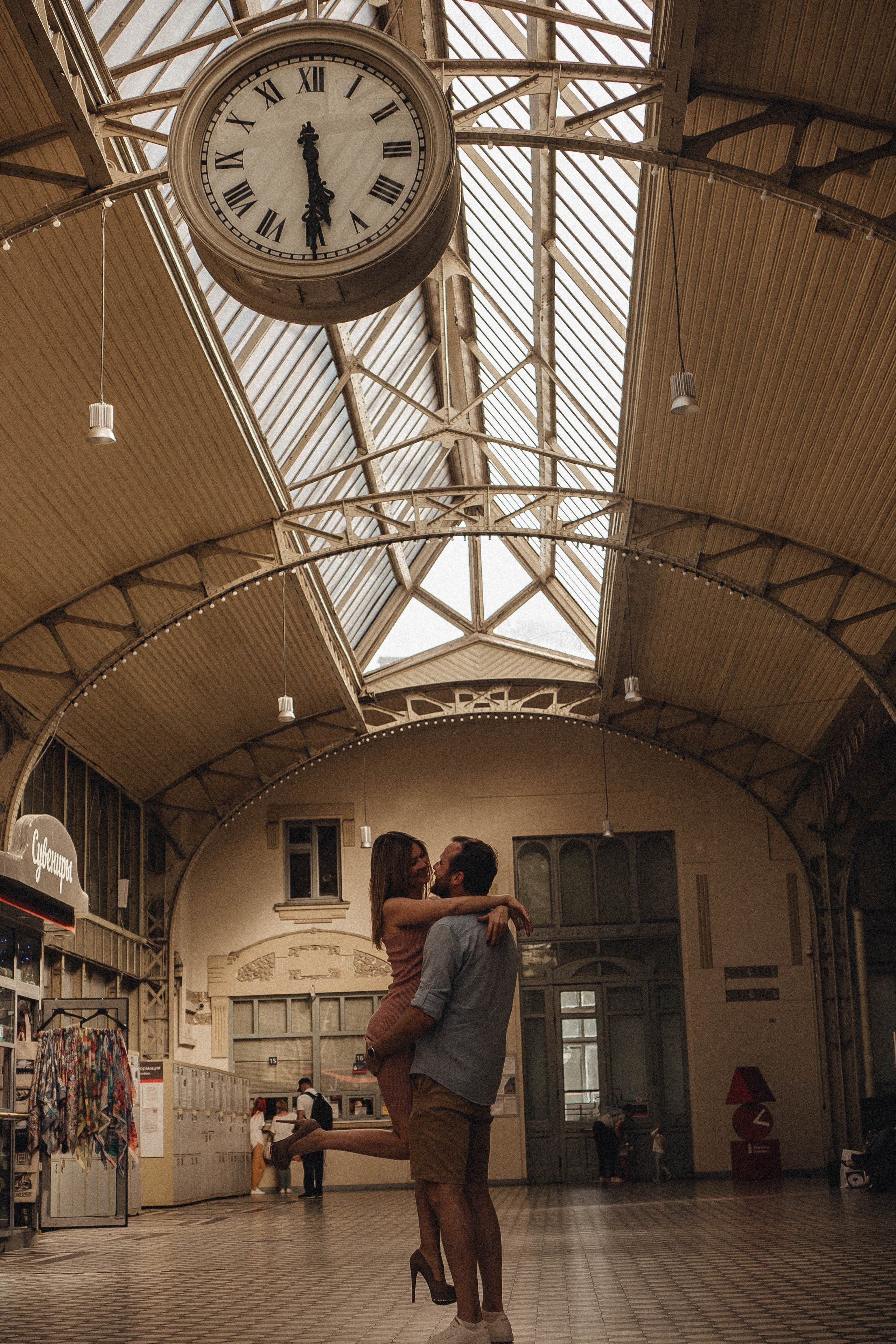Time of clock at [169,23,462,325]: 5:29
